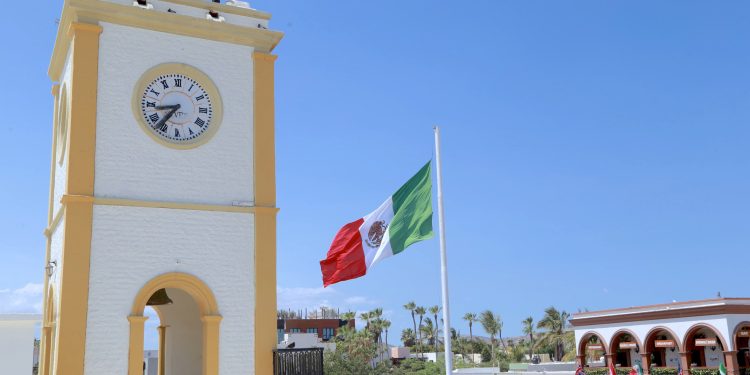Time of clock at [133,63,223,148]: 8:36
